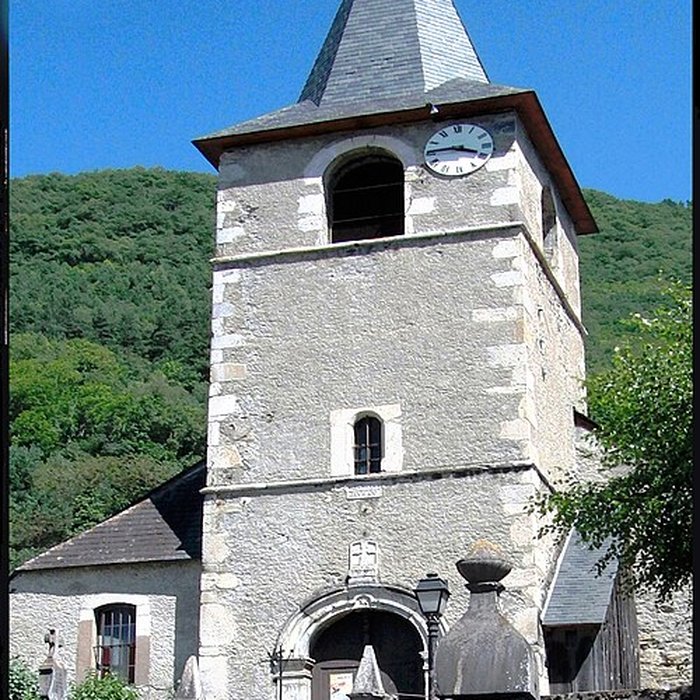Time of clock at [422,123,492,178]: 3:45
